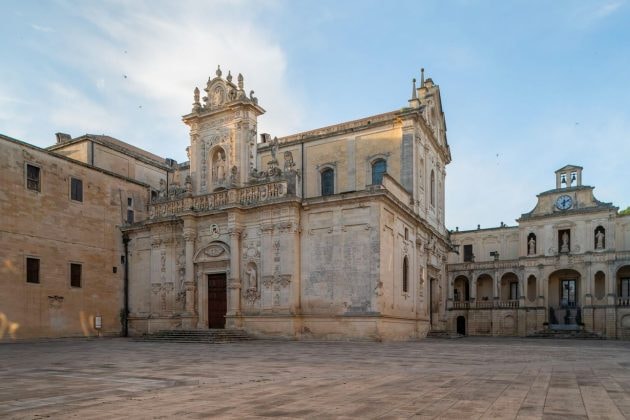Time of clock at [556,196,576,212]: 6:10
